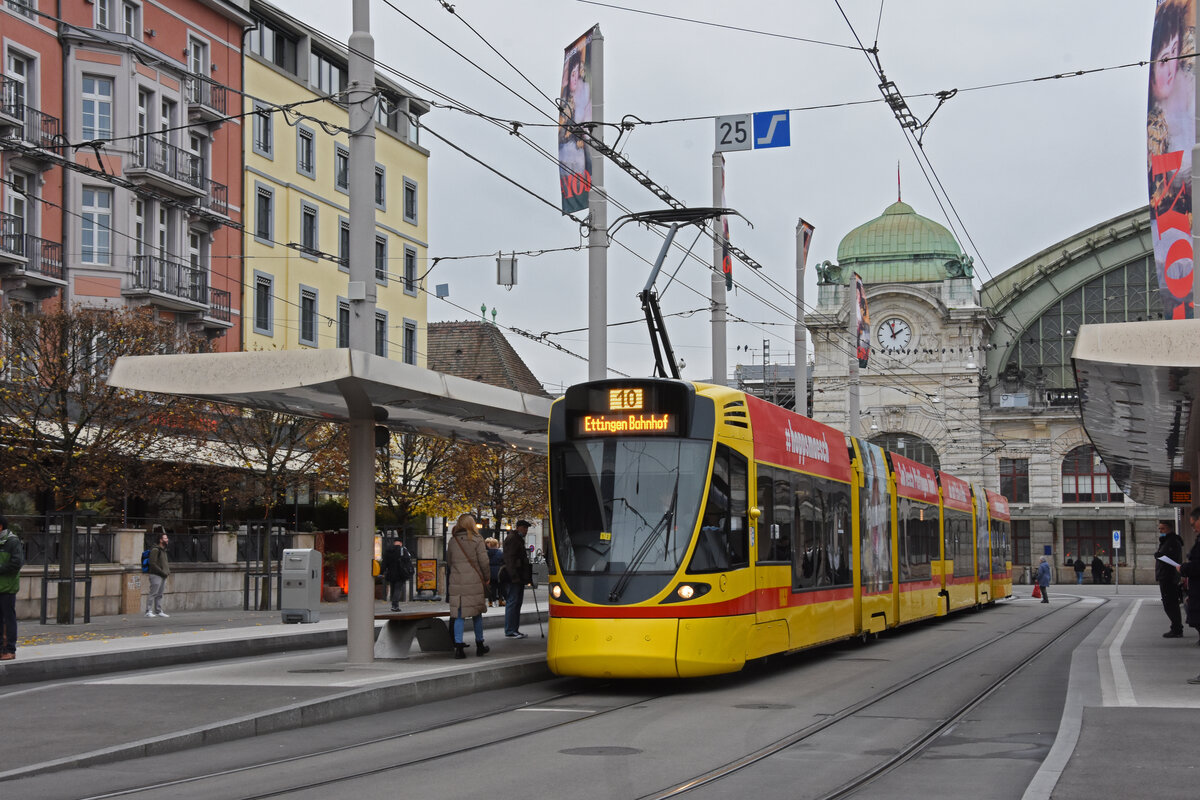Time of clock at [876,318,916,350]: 1:56
